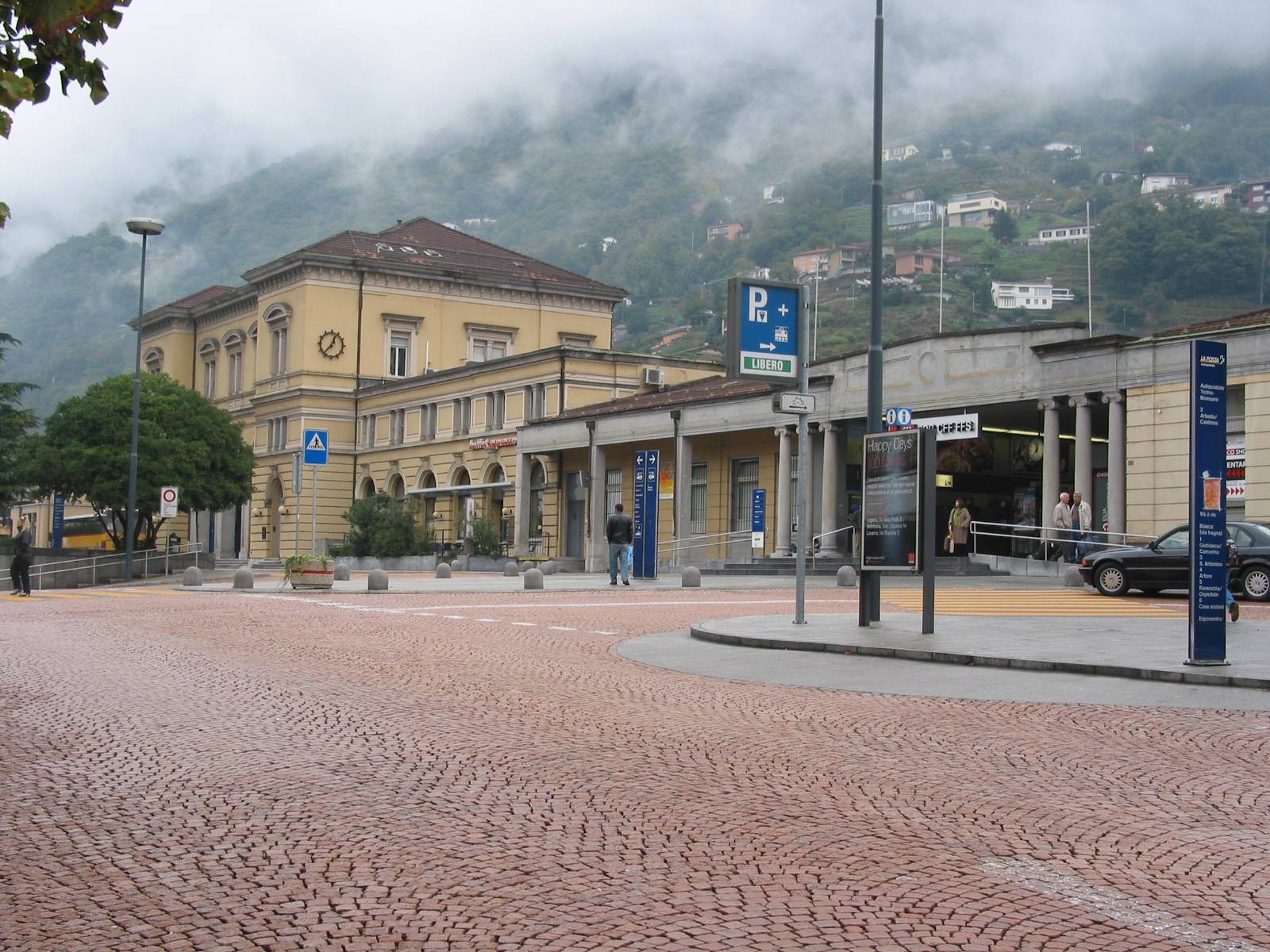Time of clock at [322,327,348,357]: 12:37
